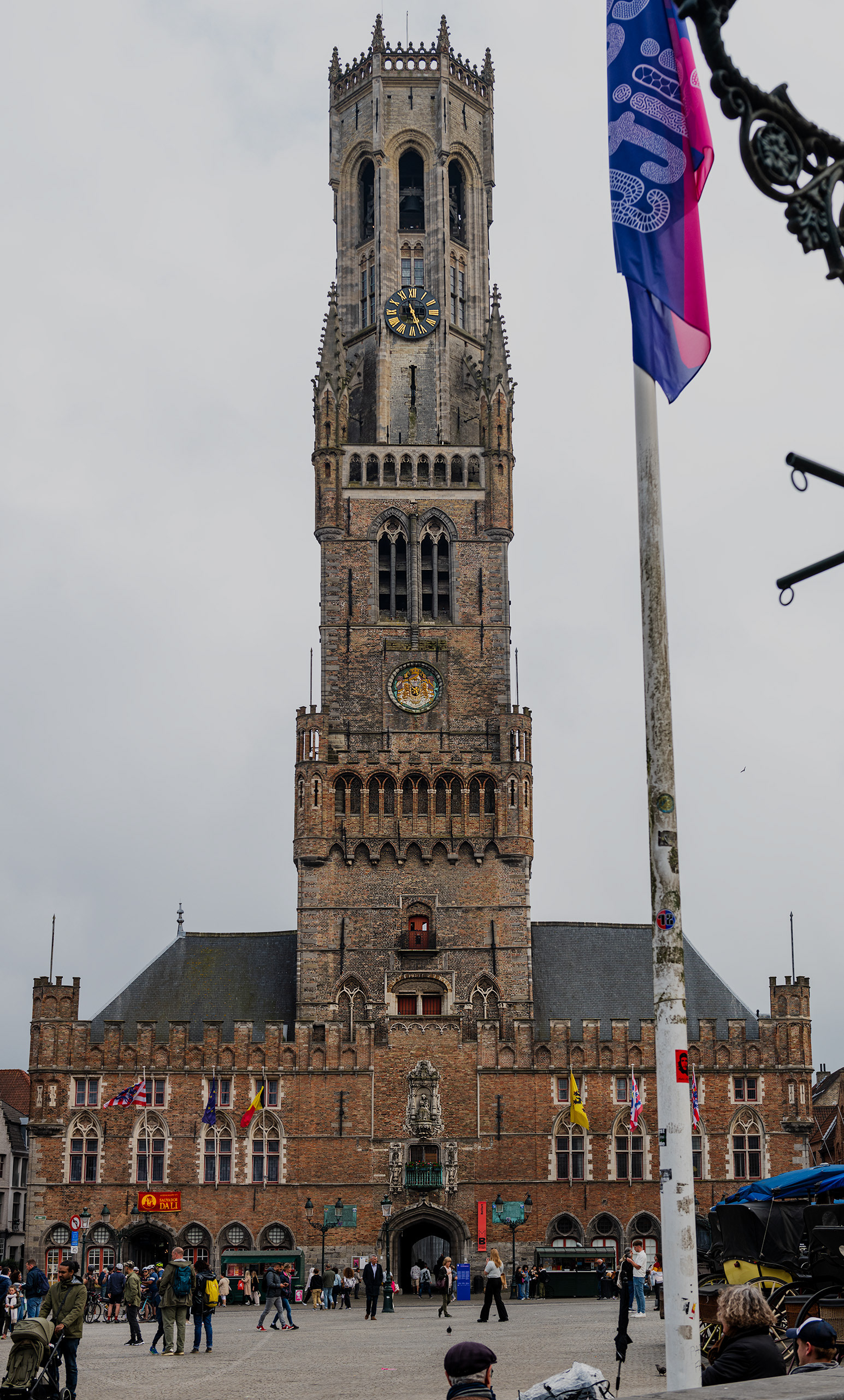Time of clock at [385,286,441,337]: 11:26
